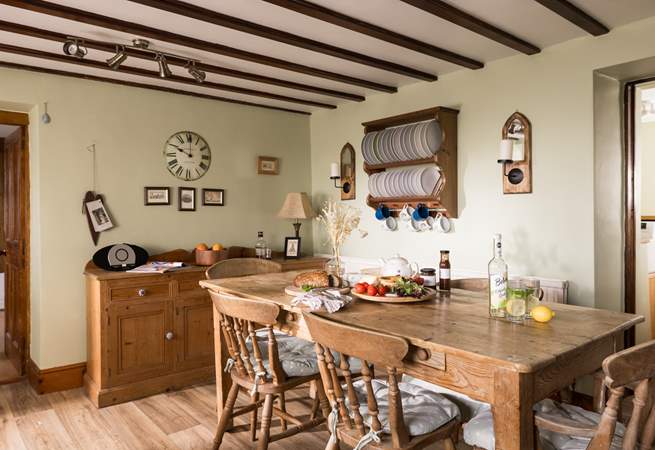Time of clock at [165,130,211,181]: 10:00
